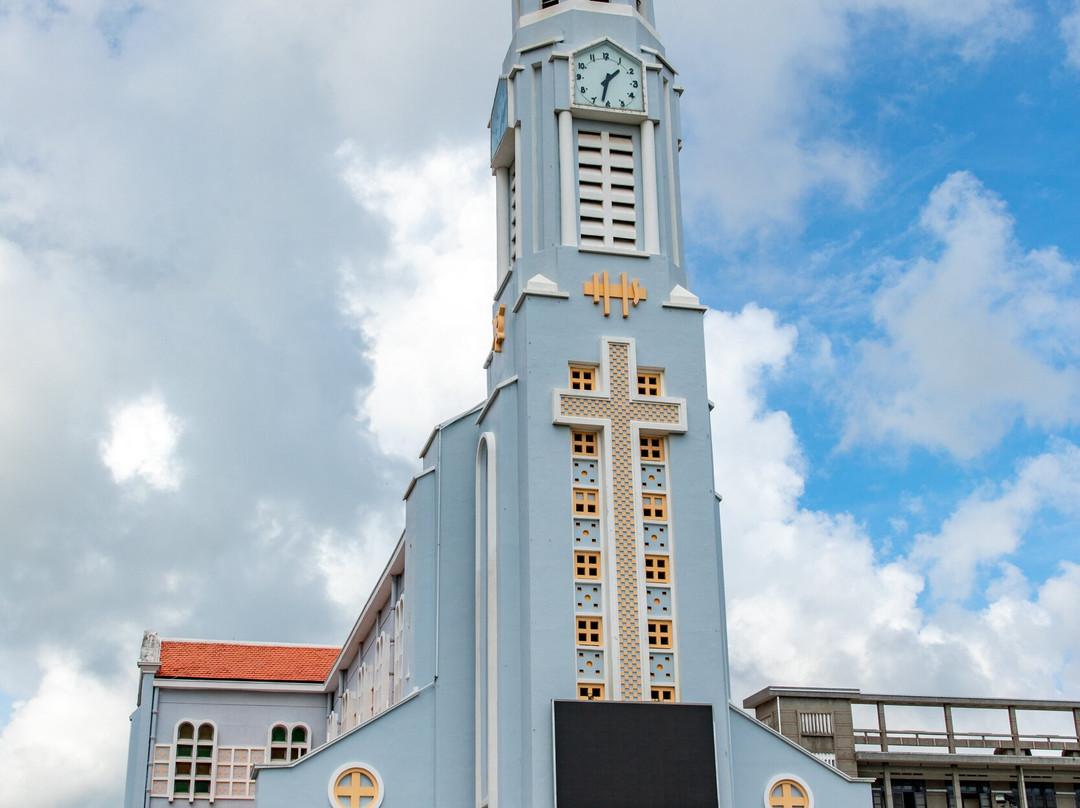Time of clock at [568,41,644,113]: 1:32
